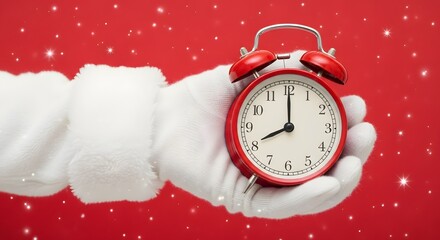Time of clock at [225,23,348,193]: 8:00
